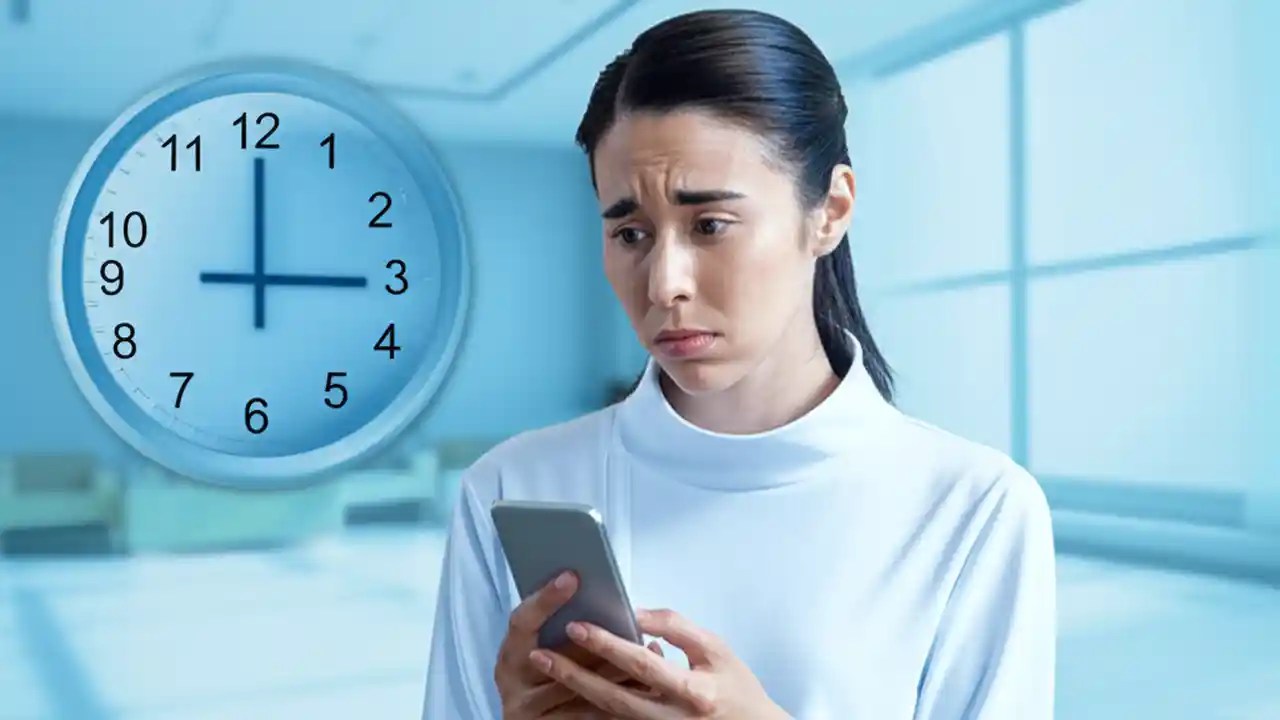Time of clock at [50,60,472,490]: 3:00
